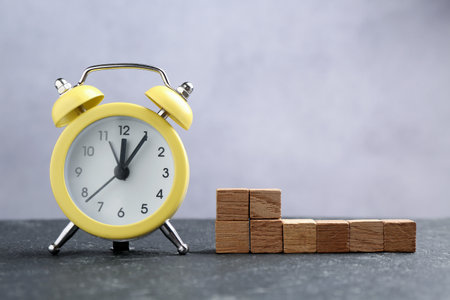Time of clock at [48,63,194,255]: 12:05
